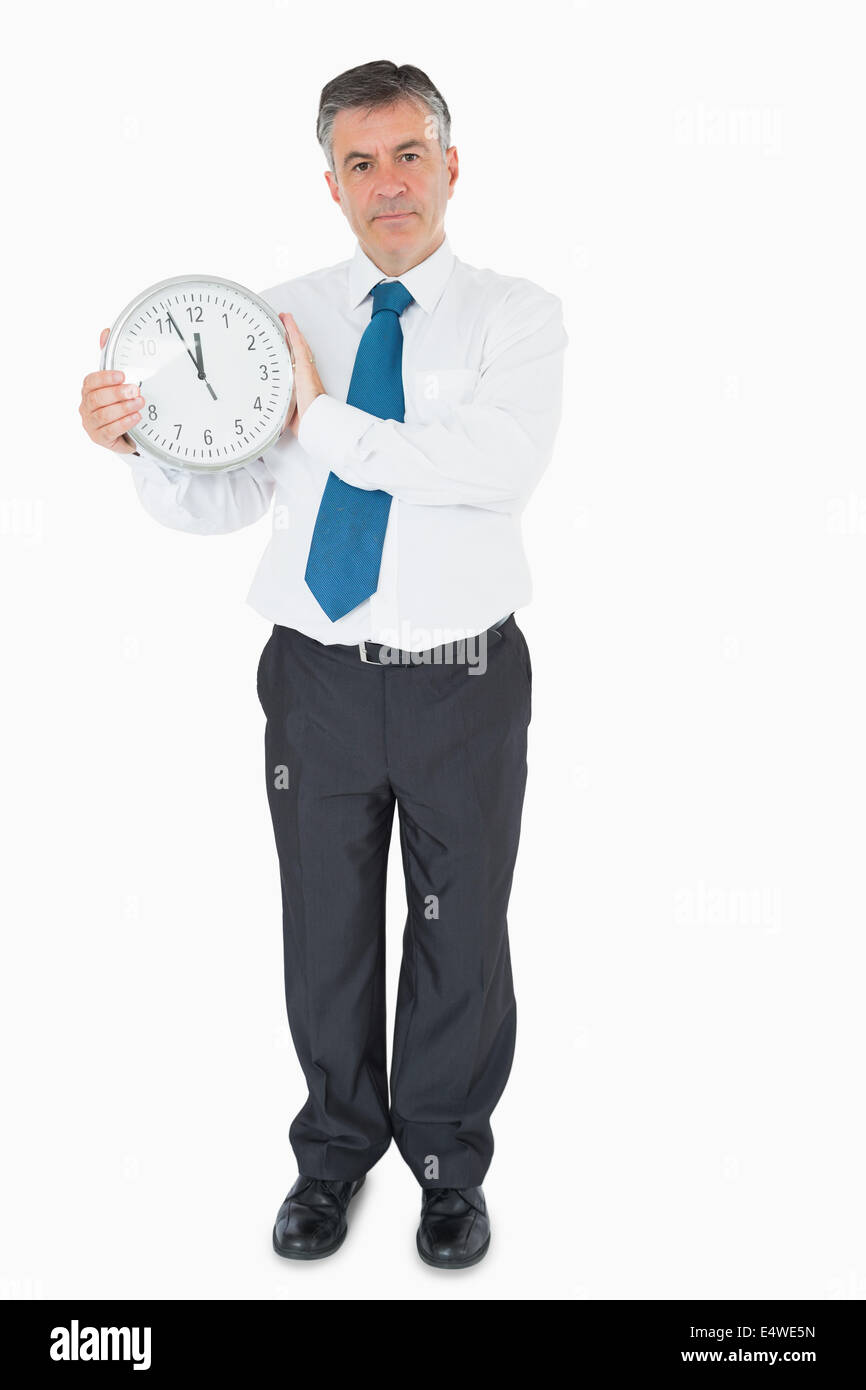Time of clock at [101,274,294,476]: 11:55
